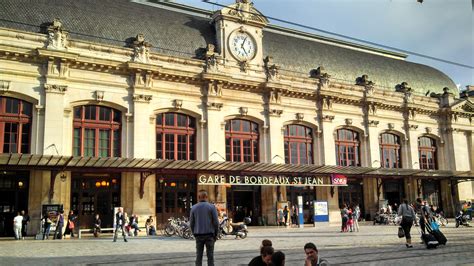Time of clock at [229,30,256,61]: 5:04
